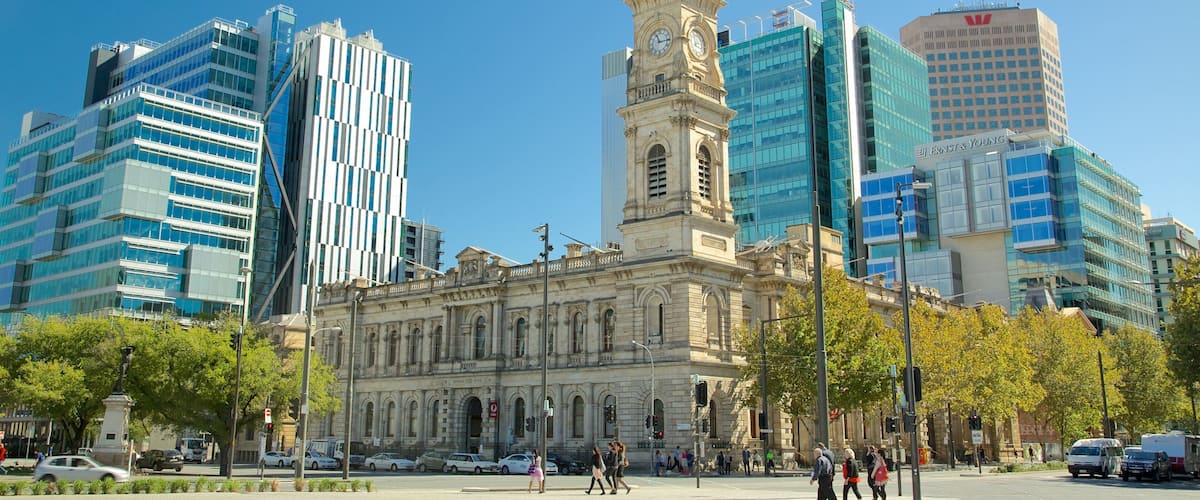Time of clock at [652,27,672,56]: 11:14
